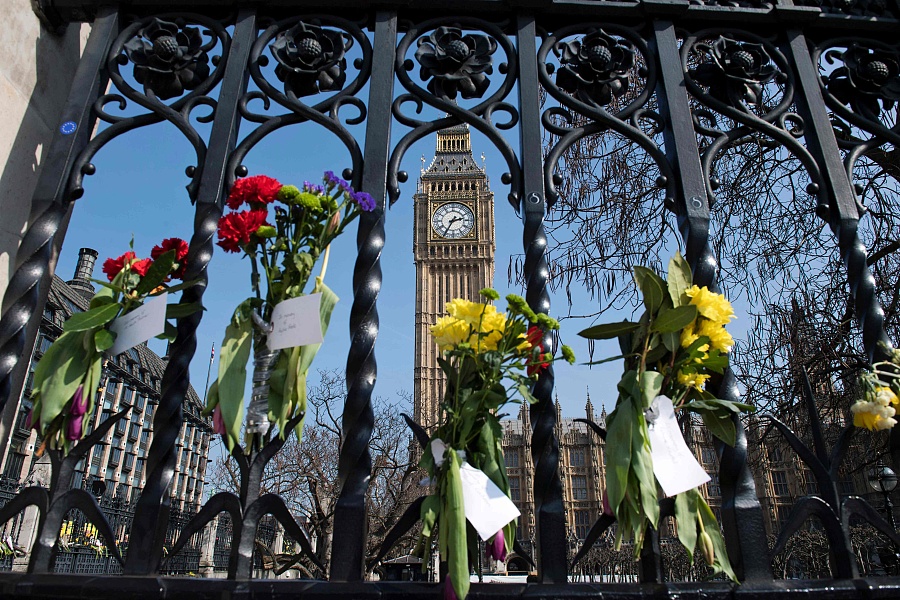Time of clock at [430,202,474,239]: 2:35
